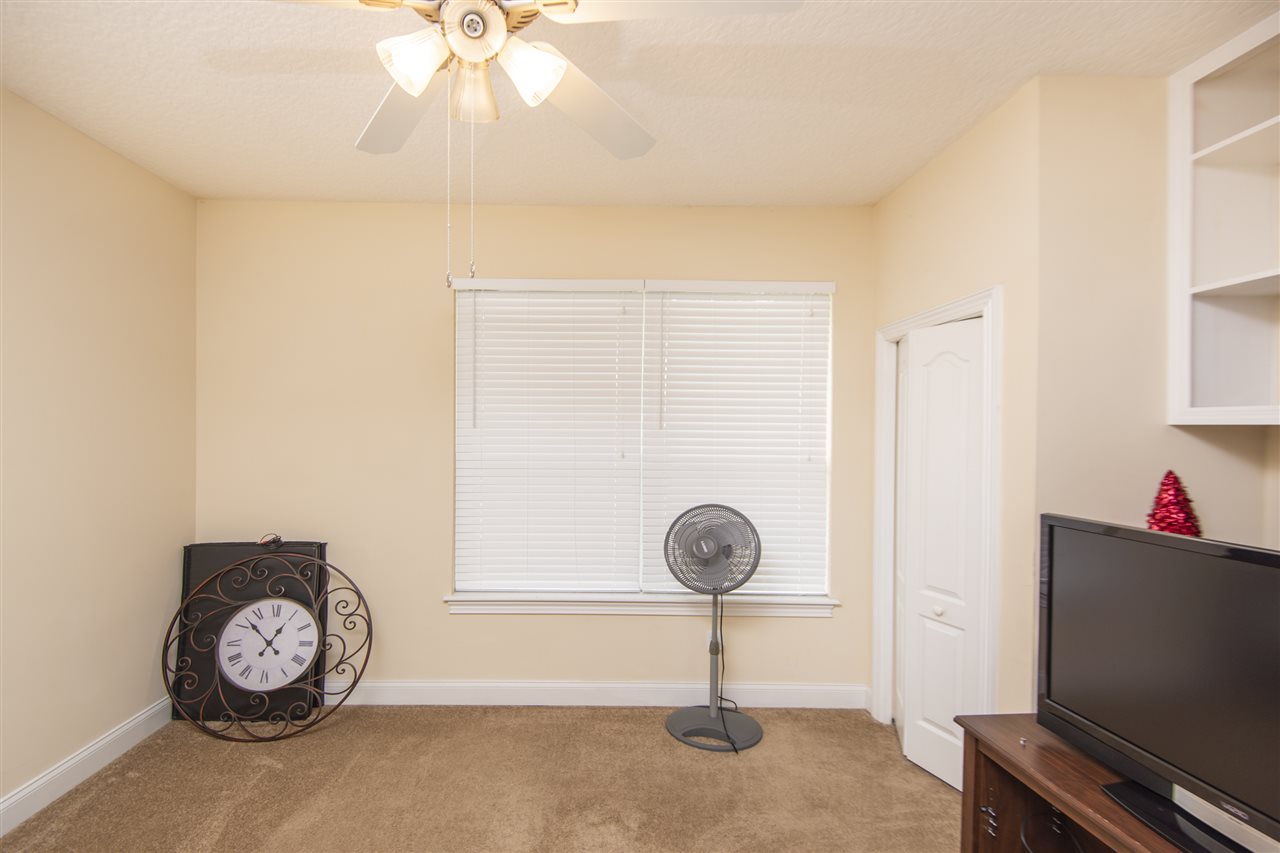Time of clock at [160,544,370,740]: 12:52
